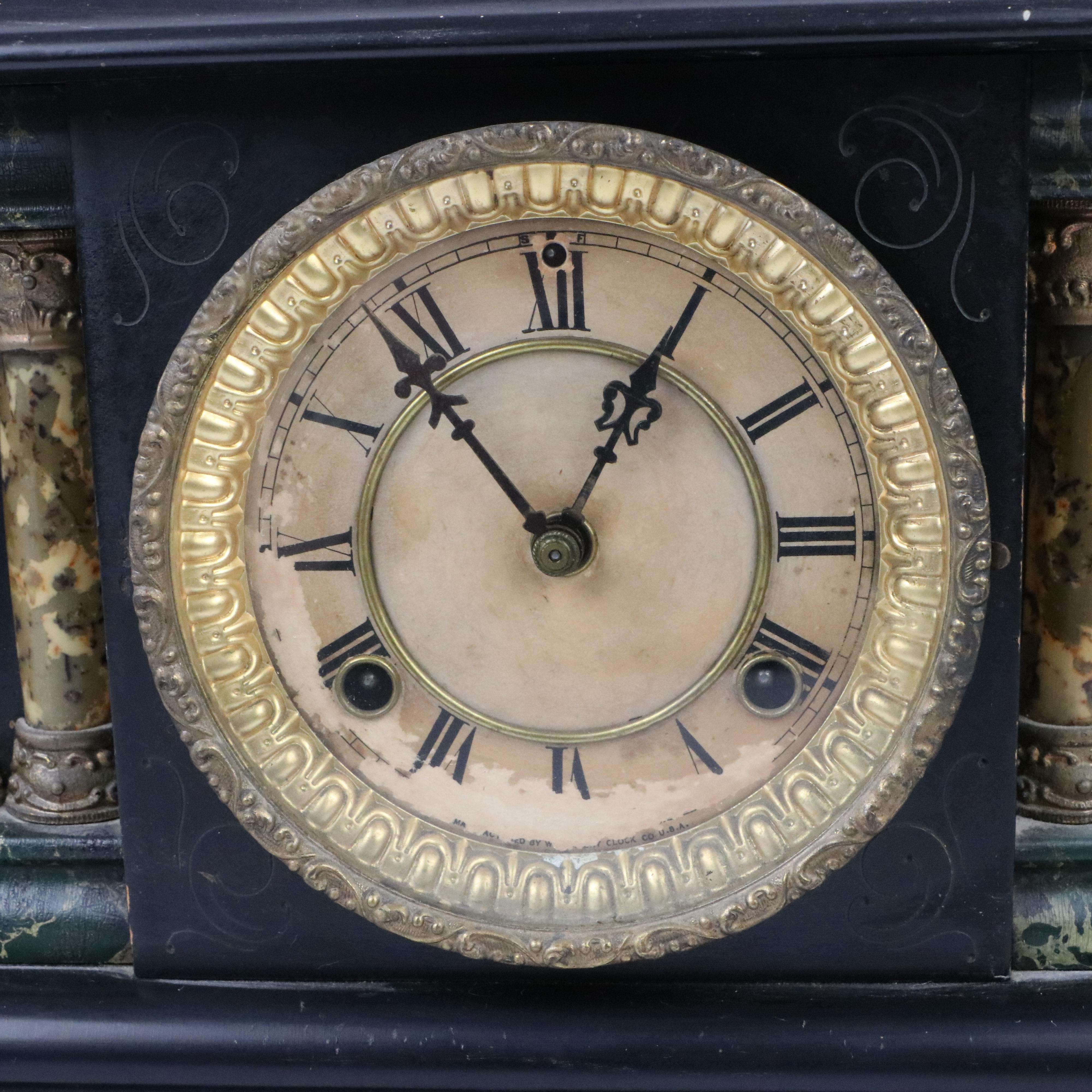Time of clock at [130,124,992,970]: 12:53
